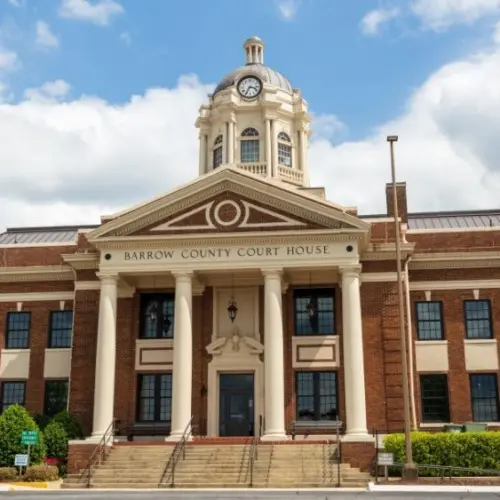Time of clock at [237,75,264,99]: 3:35
